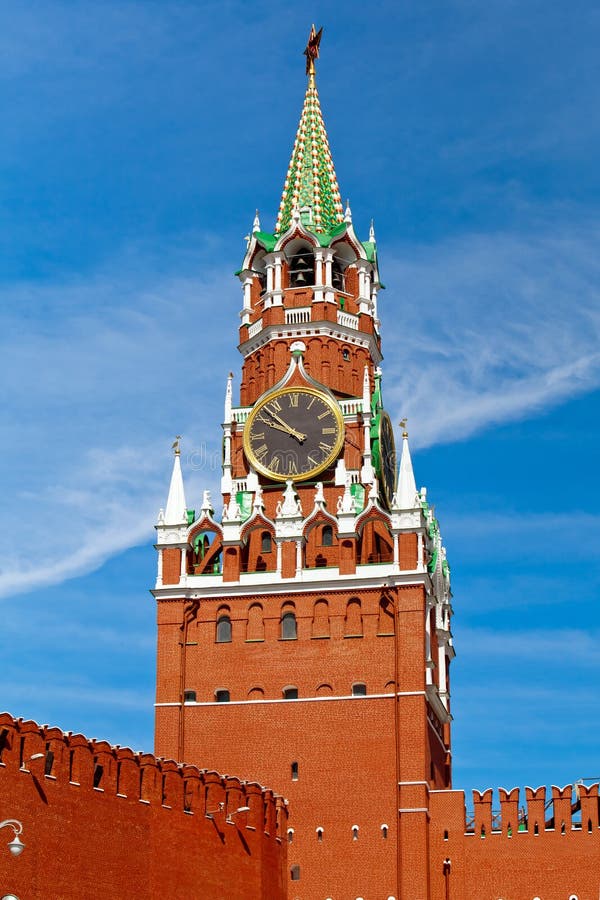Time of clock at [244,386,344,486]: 9:52
